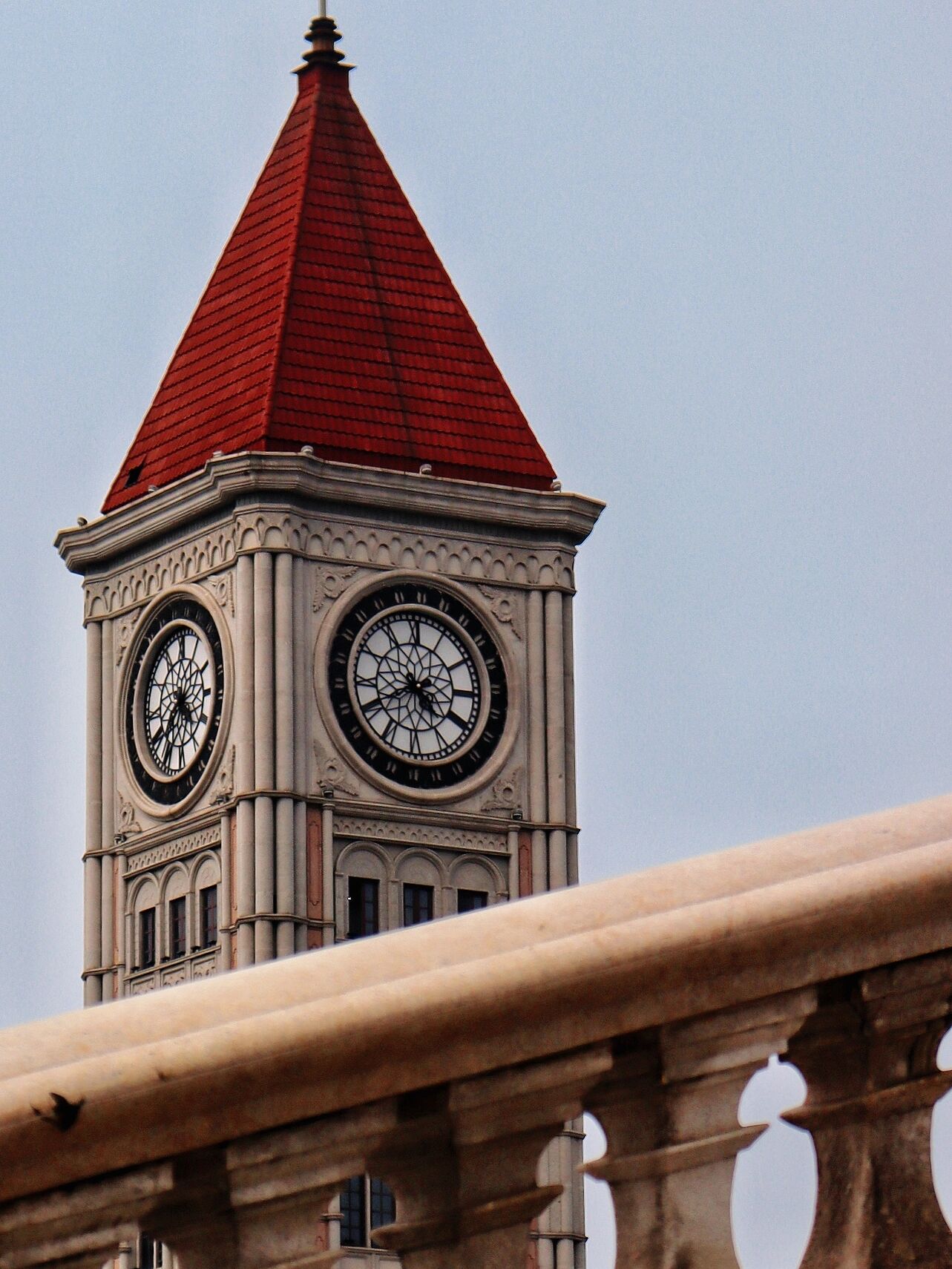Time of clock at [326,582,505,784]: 4:40
